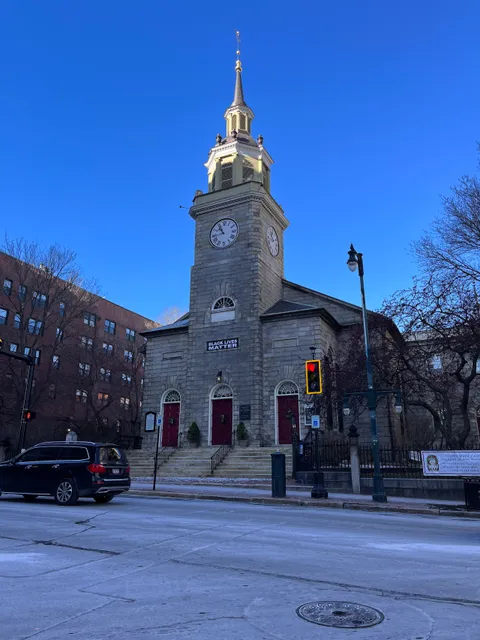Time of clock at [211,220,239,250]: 10:42
